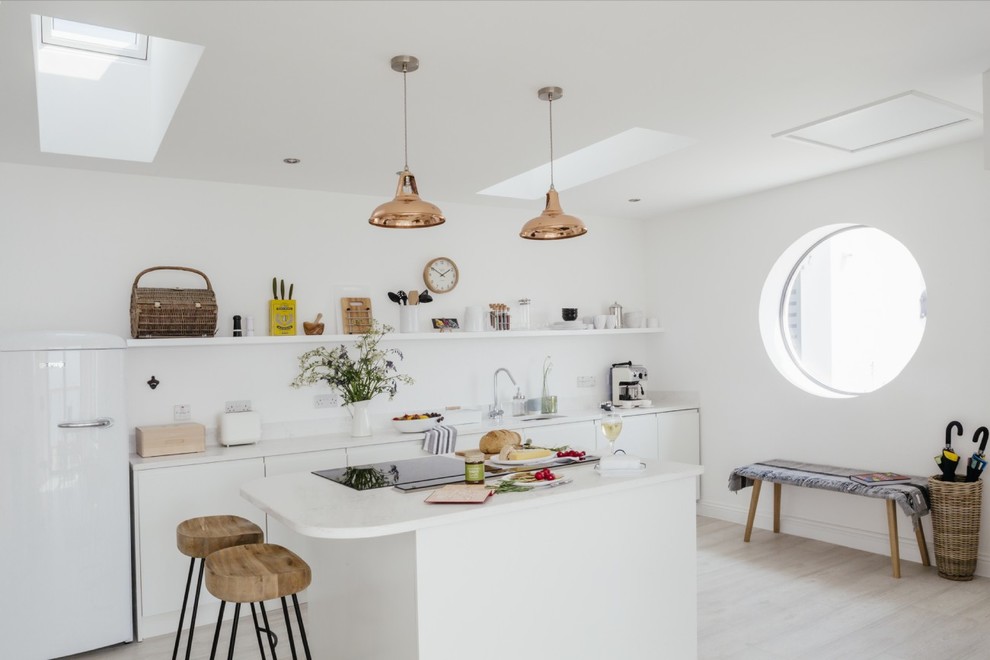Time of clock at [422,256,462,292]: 1:50
